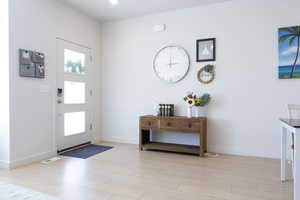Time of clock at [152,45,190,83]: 12:13
